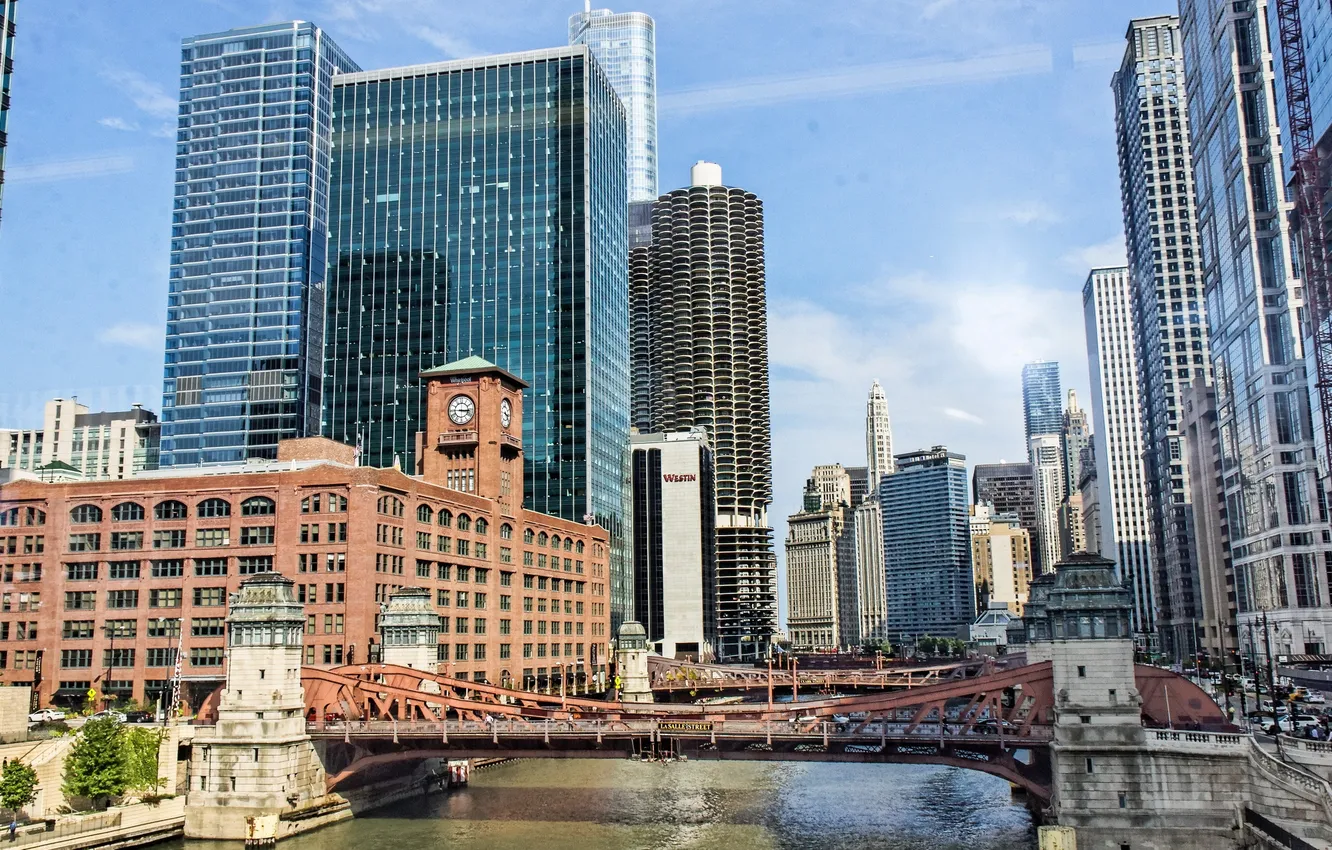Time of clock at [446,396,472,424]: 3:15
